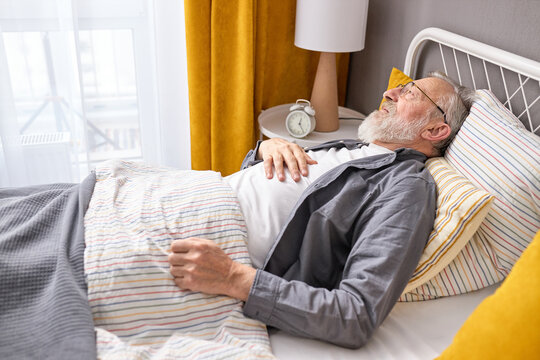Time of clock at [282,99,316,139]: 12:24
